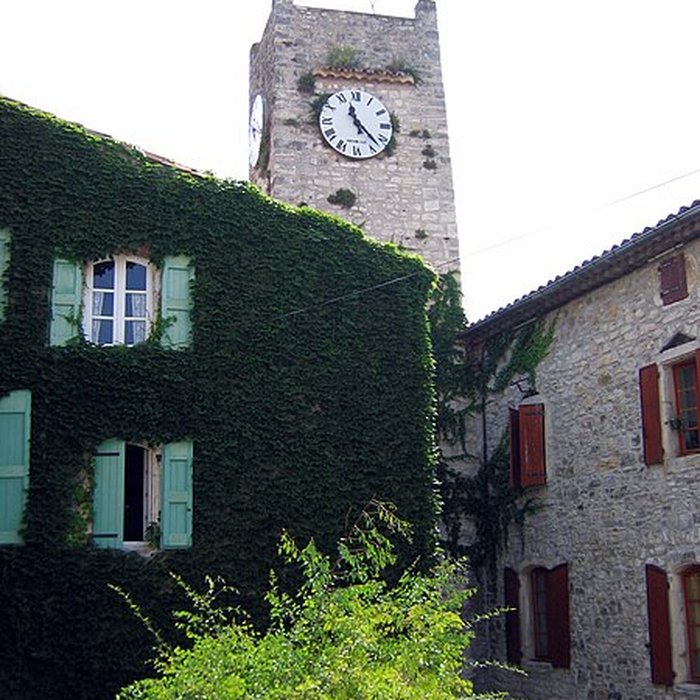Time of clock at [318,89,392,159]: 11:22
